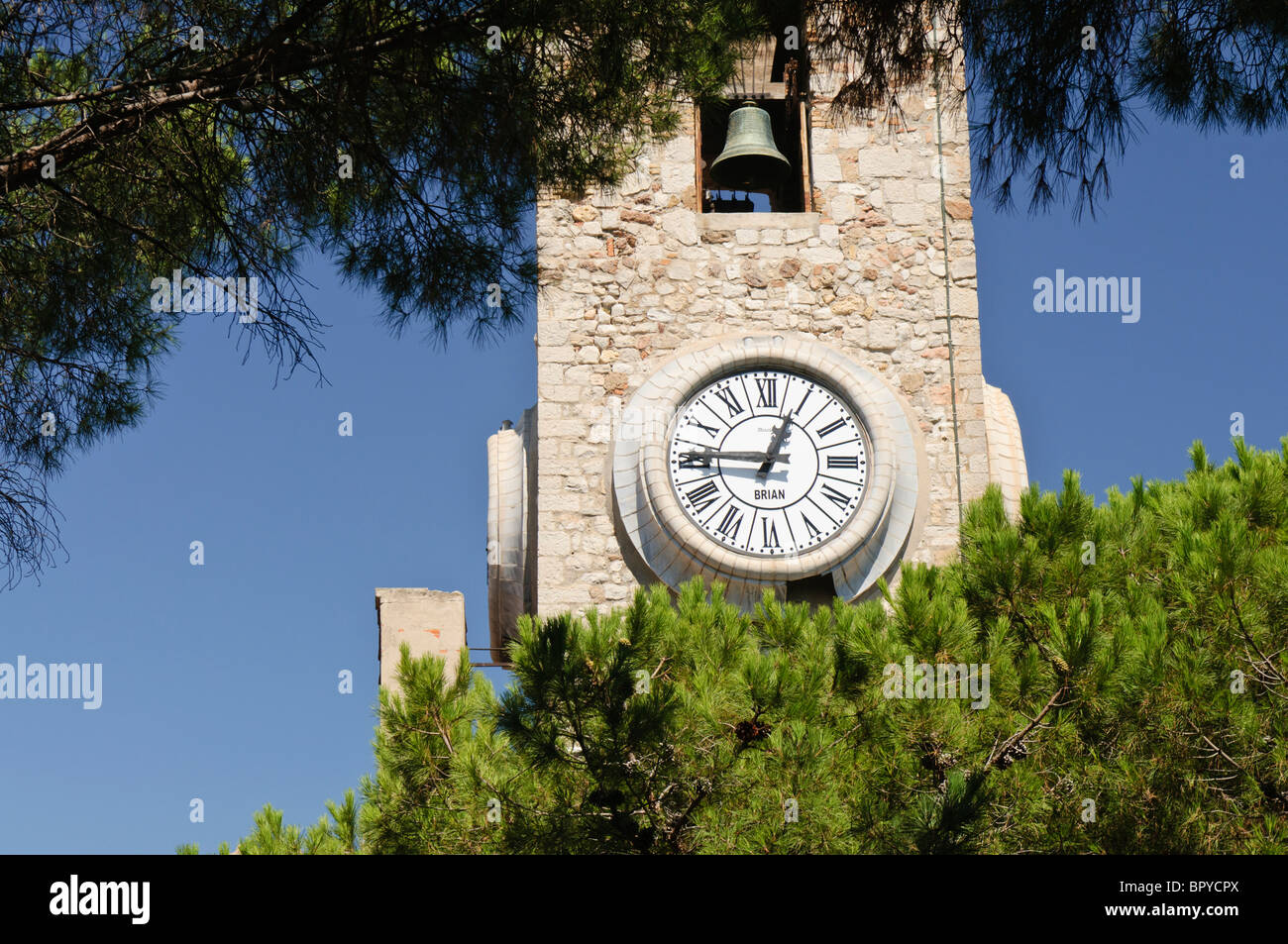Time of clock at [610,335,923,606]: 12:45
